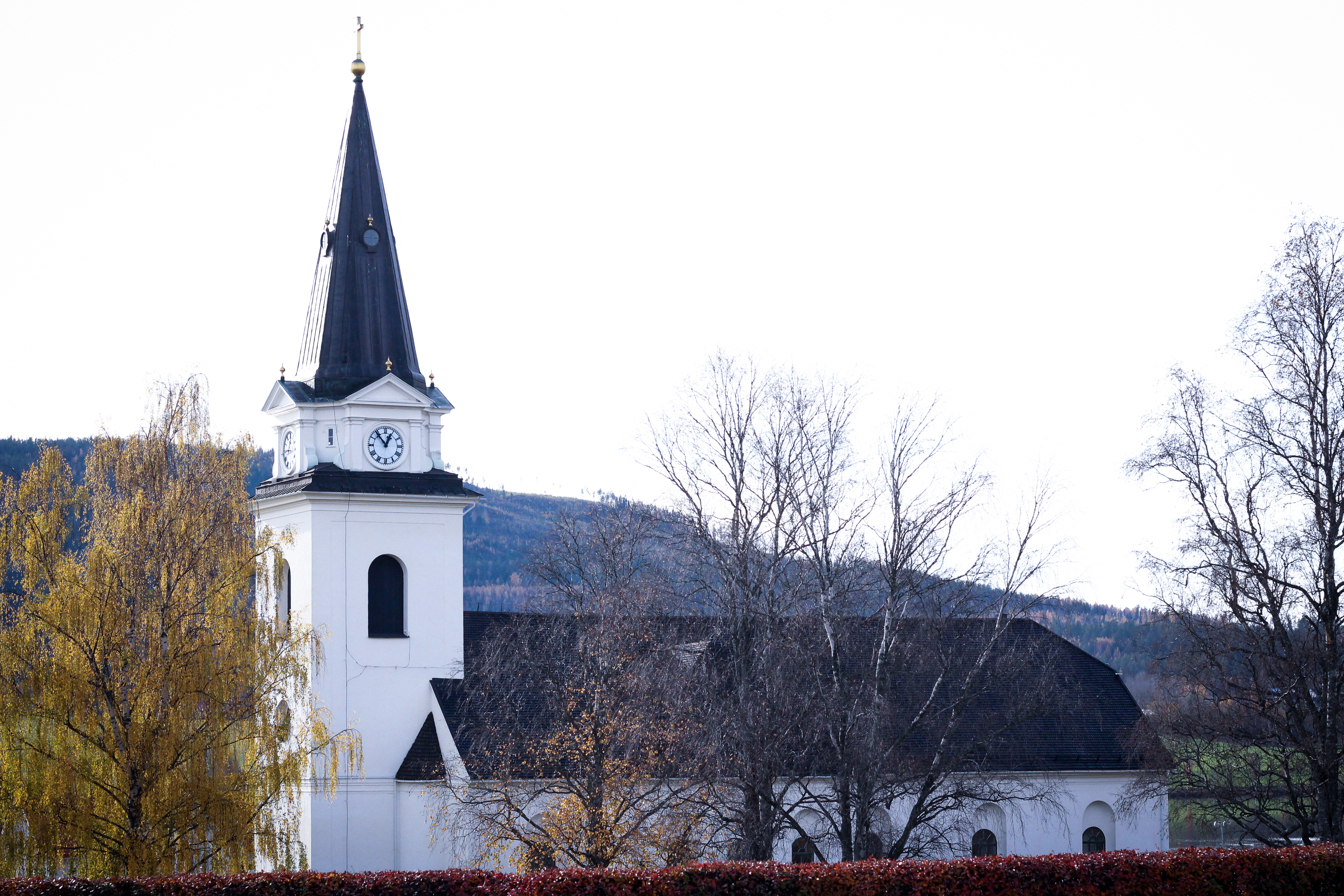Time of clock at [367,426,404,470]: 12:53
